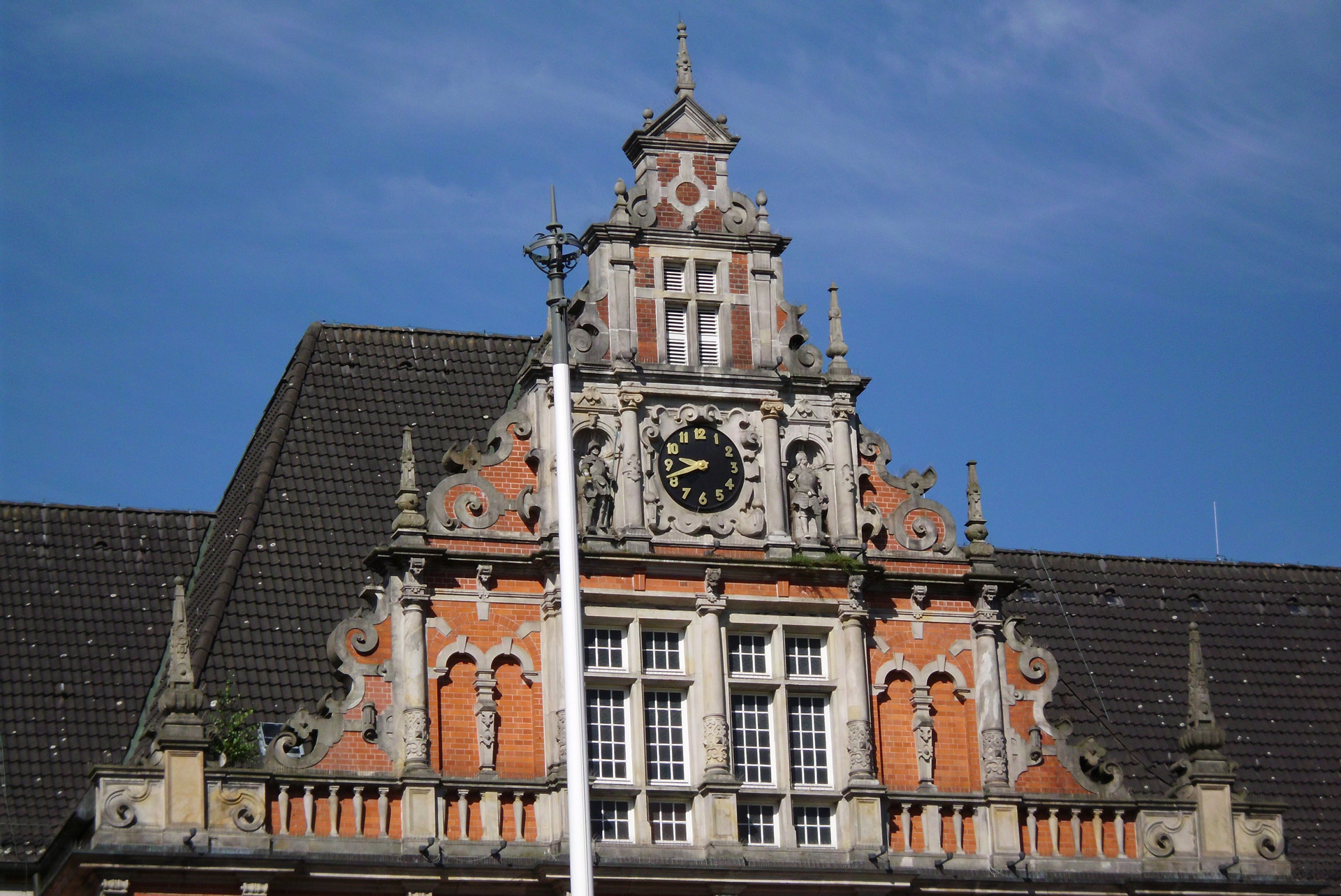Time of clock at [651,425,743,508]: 9:42
